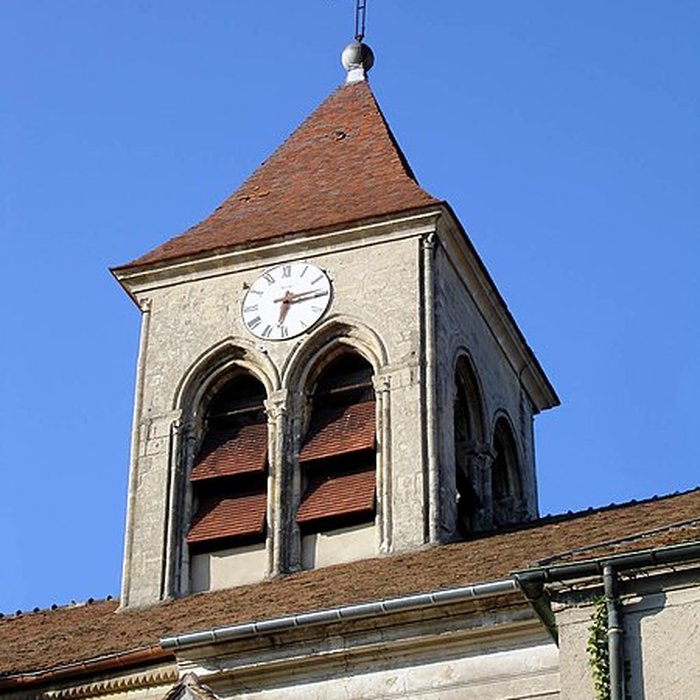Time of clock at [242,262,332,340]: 6:15
